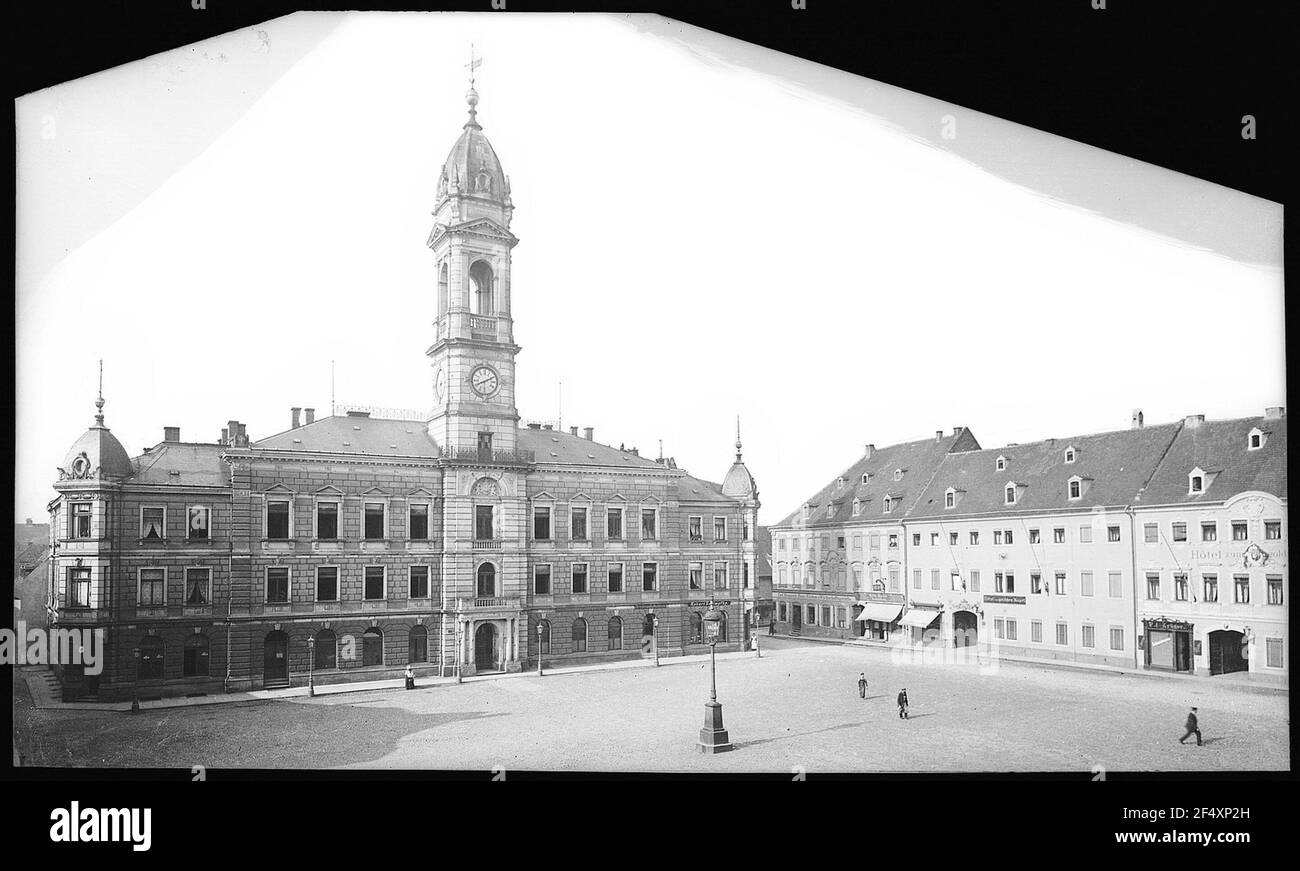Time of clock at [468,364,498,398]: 8:11
